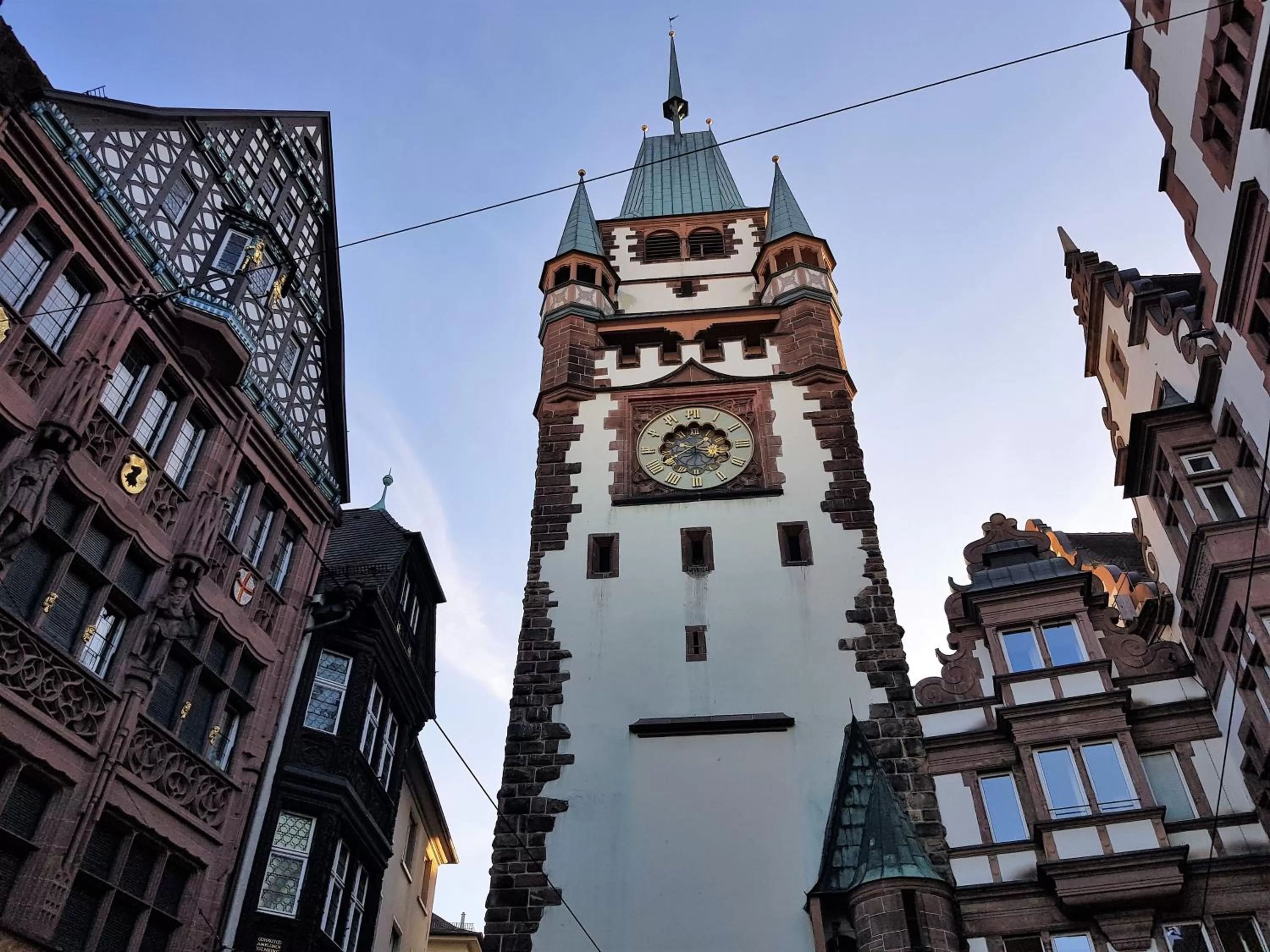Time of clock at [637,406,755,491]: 3:40
